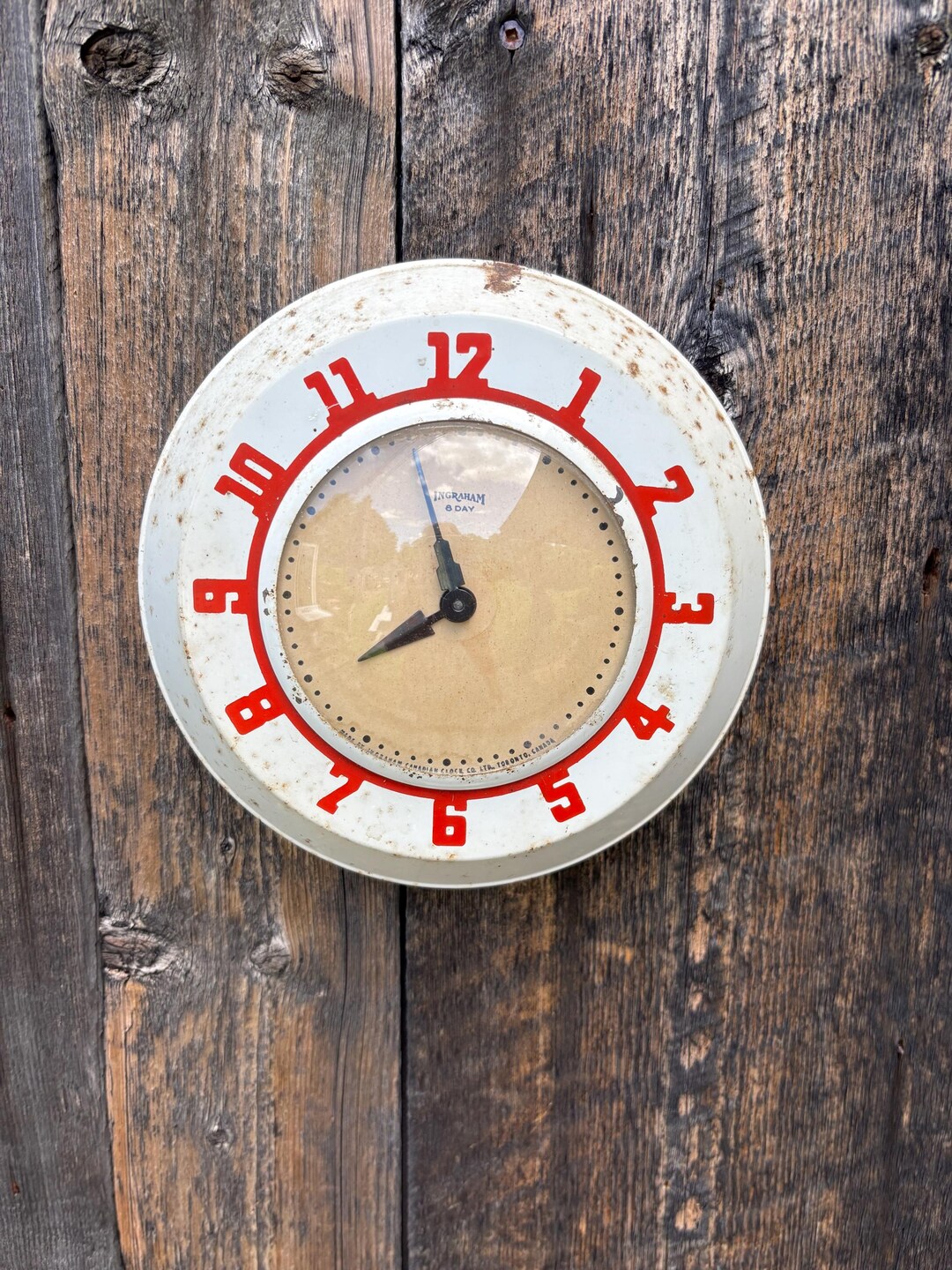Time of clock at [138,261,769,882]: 7:57
